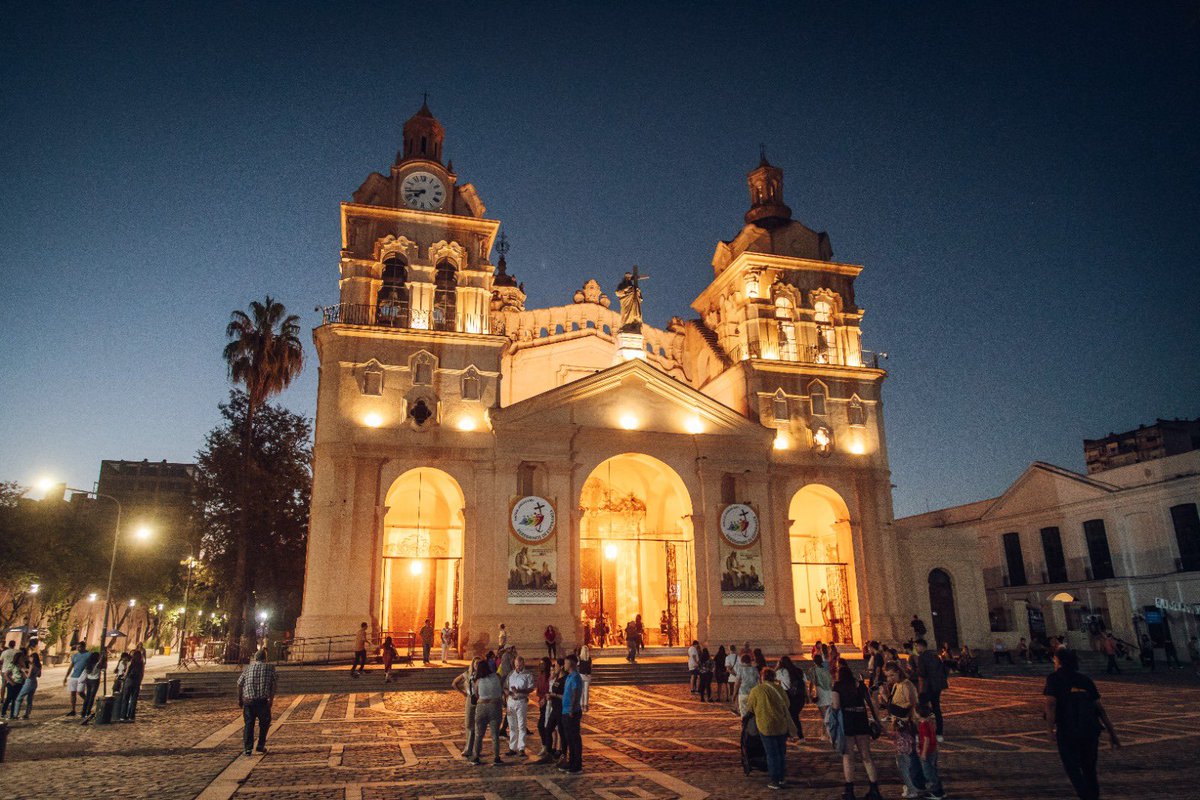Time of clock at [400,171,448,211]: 7:43
